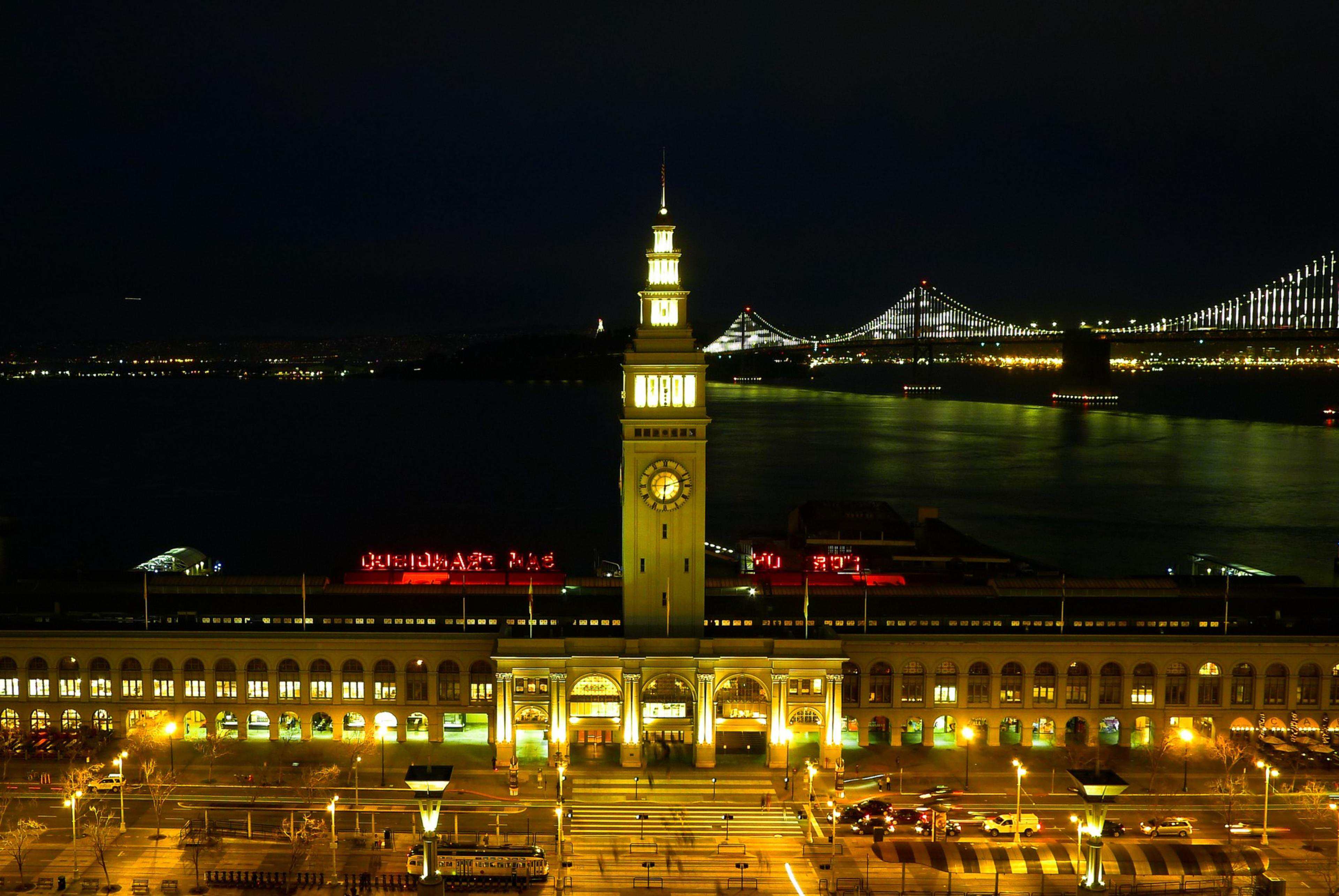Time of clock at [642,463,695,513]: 6:12
